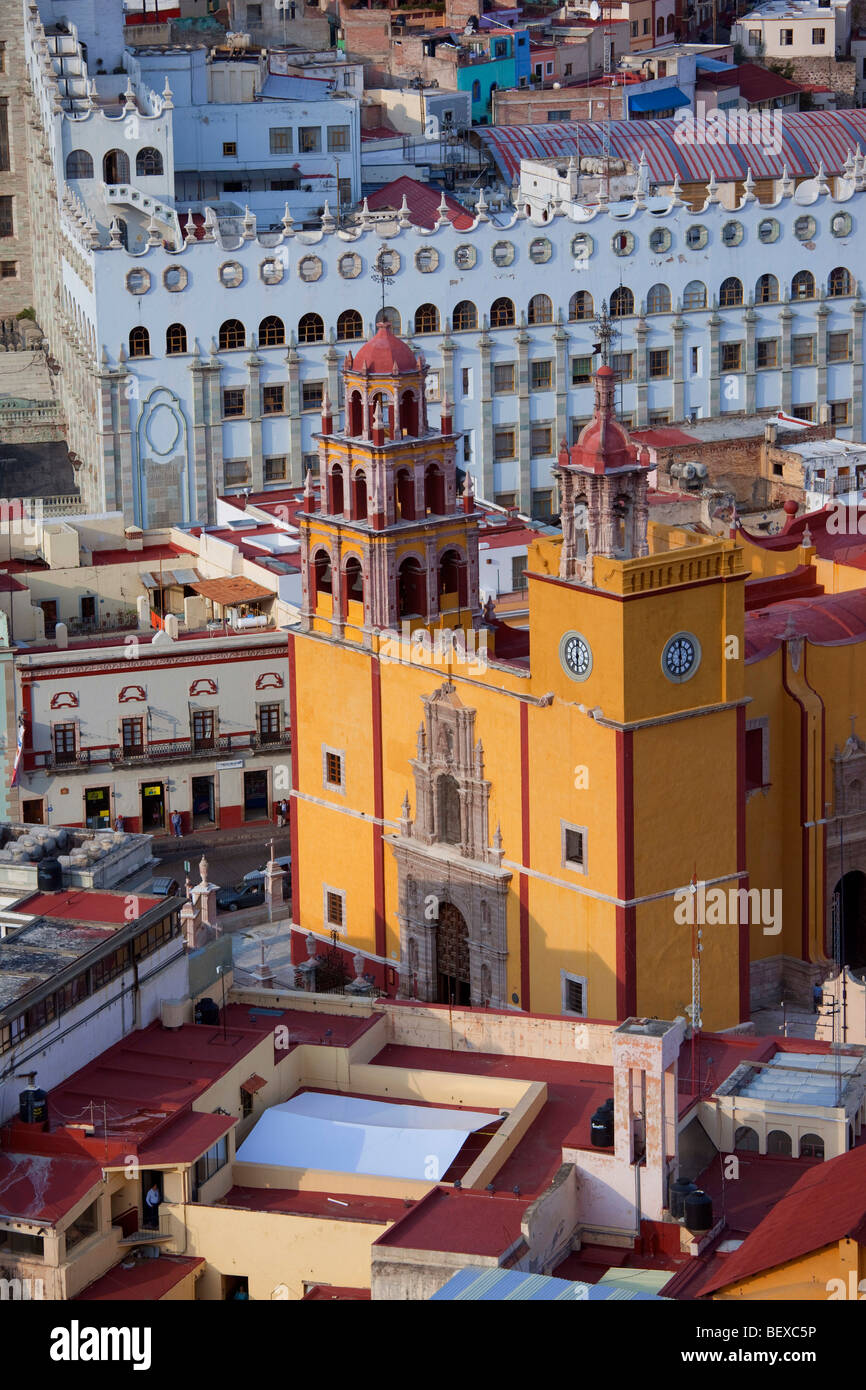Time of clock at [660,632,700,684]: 5:59
